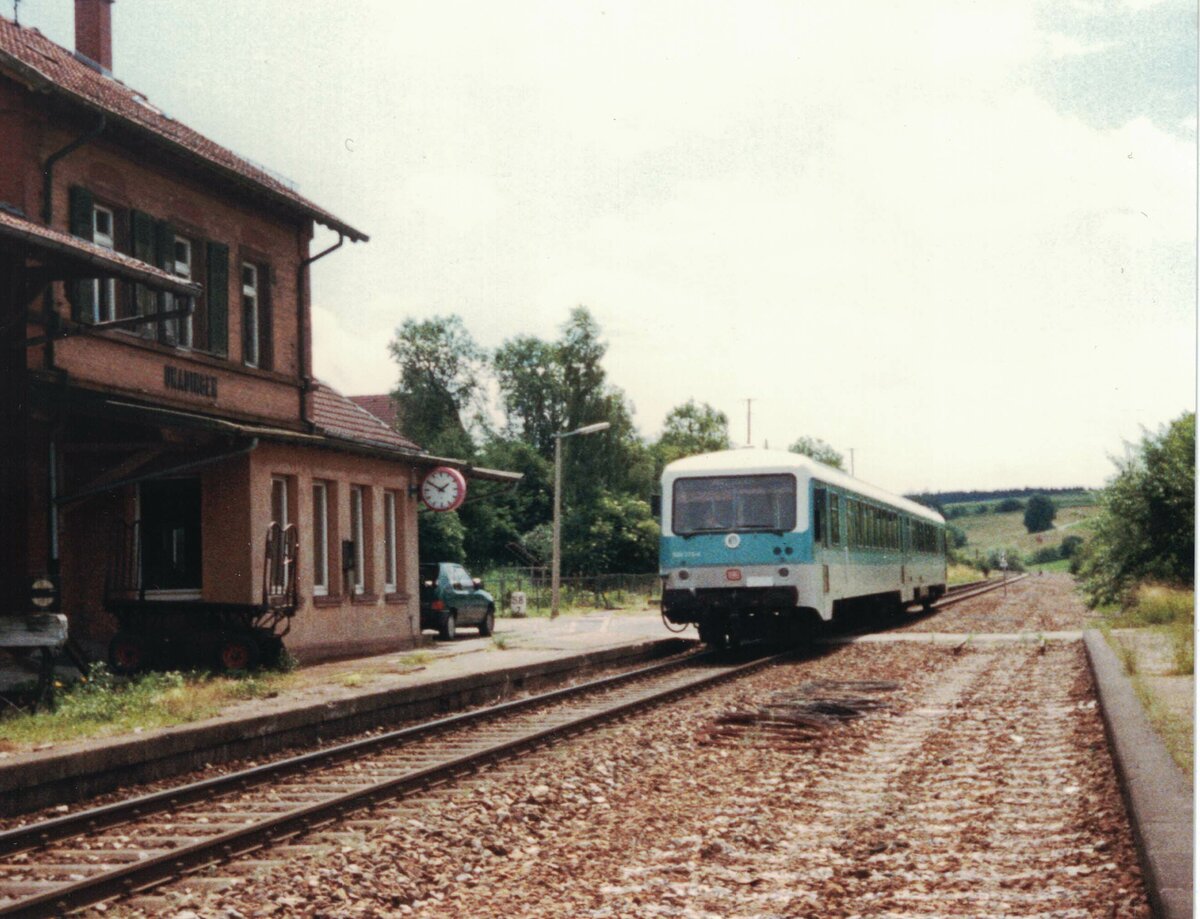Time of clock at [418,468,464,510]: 1:50
